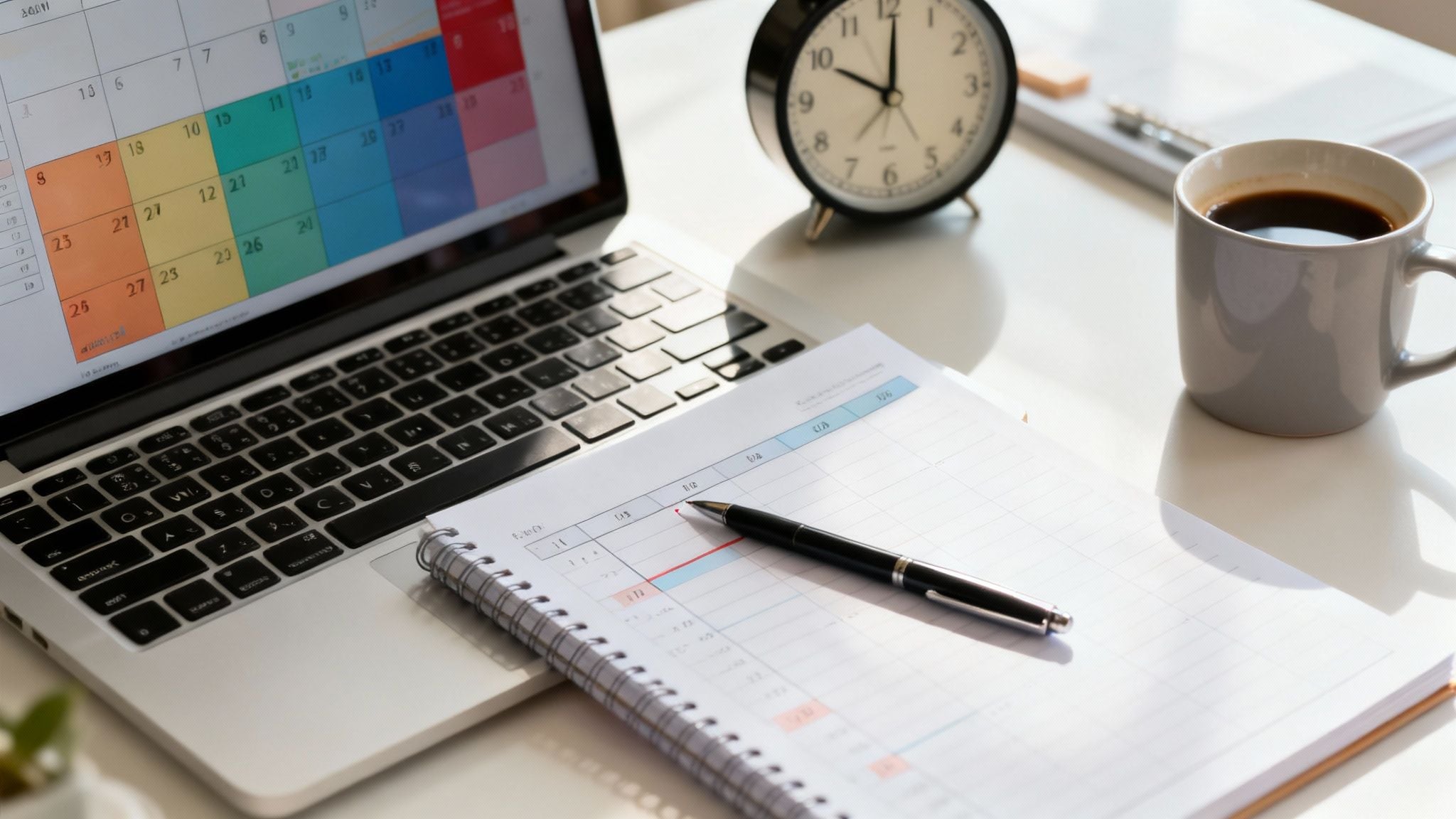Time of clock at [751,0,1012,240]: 10:00
